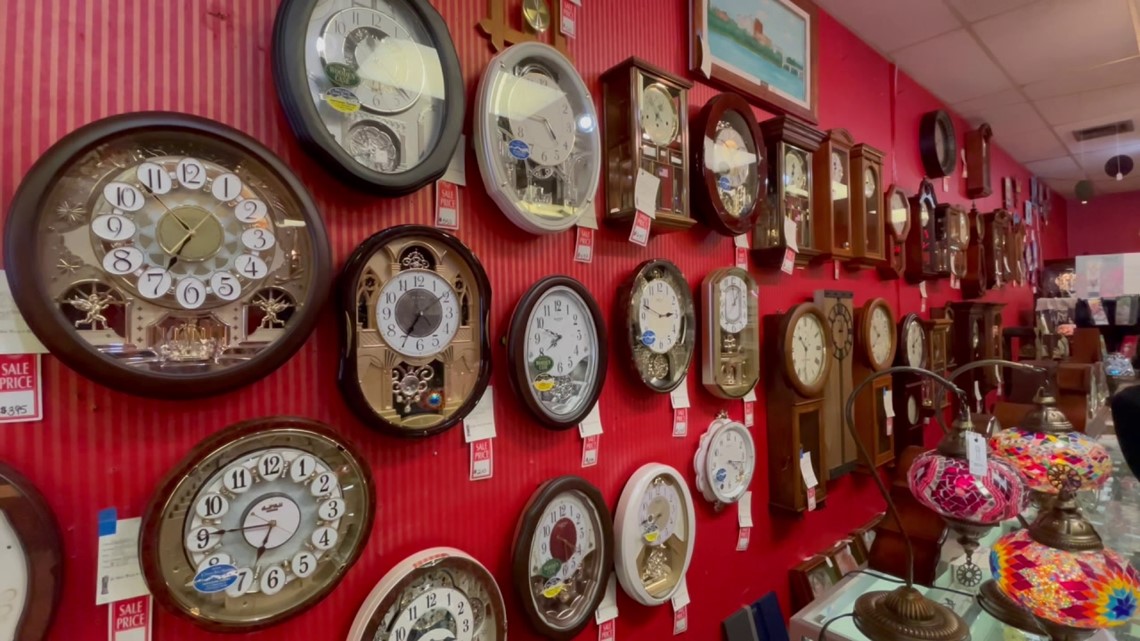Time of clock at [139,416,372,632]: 6:45
